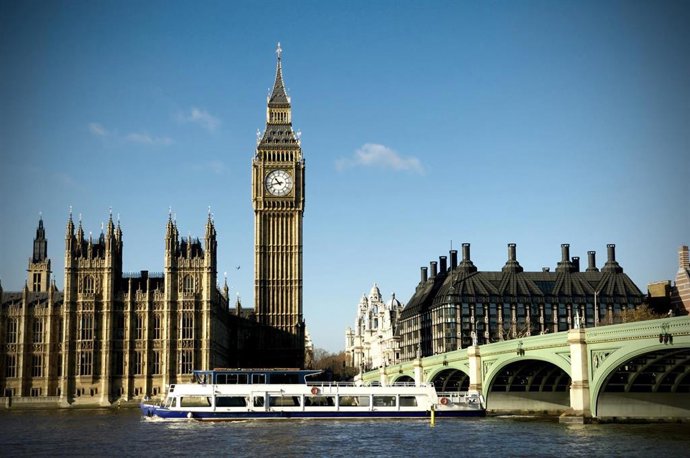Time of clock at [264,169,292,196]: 10:42
